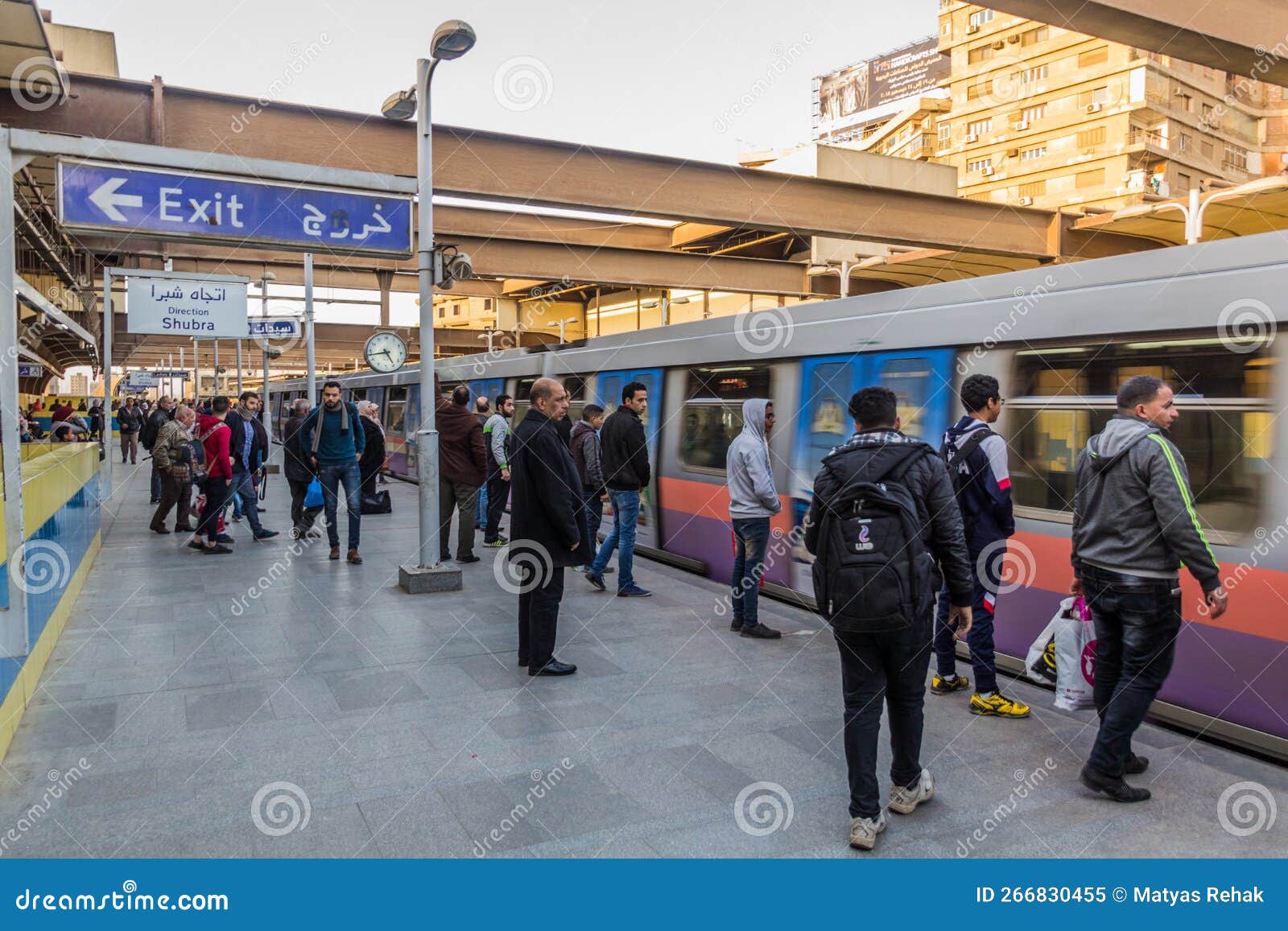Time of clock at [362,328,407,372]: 4:43
